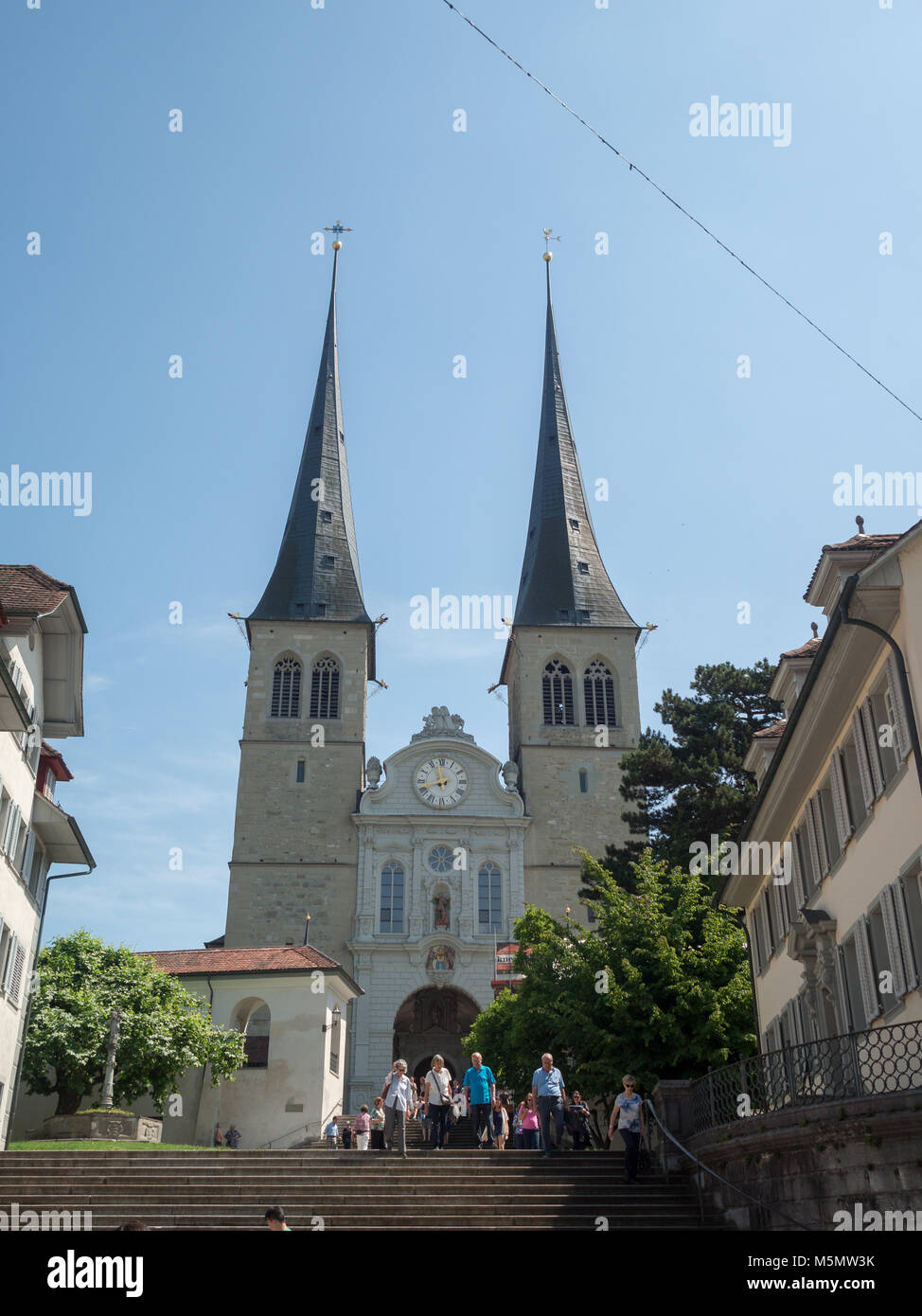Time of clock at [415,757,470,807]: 11:42
